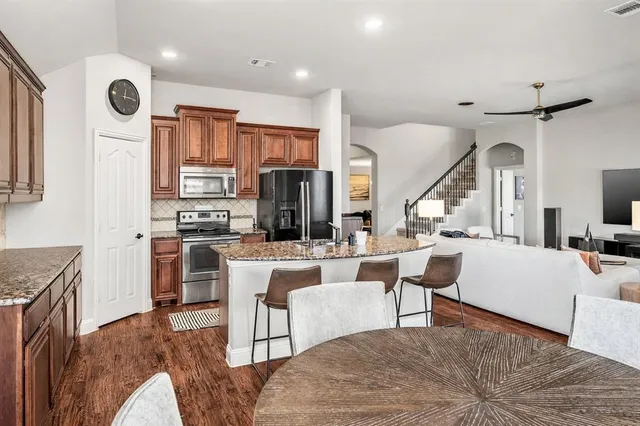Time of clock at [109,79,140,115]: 12:14
